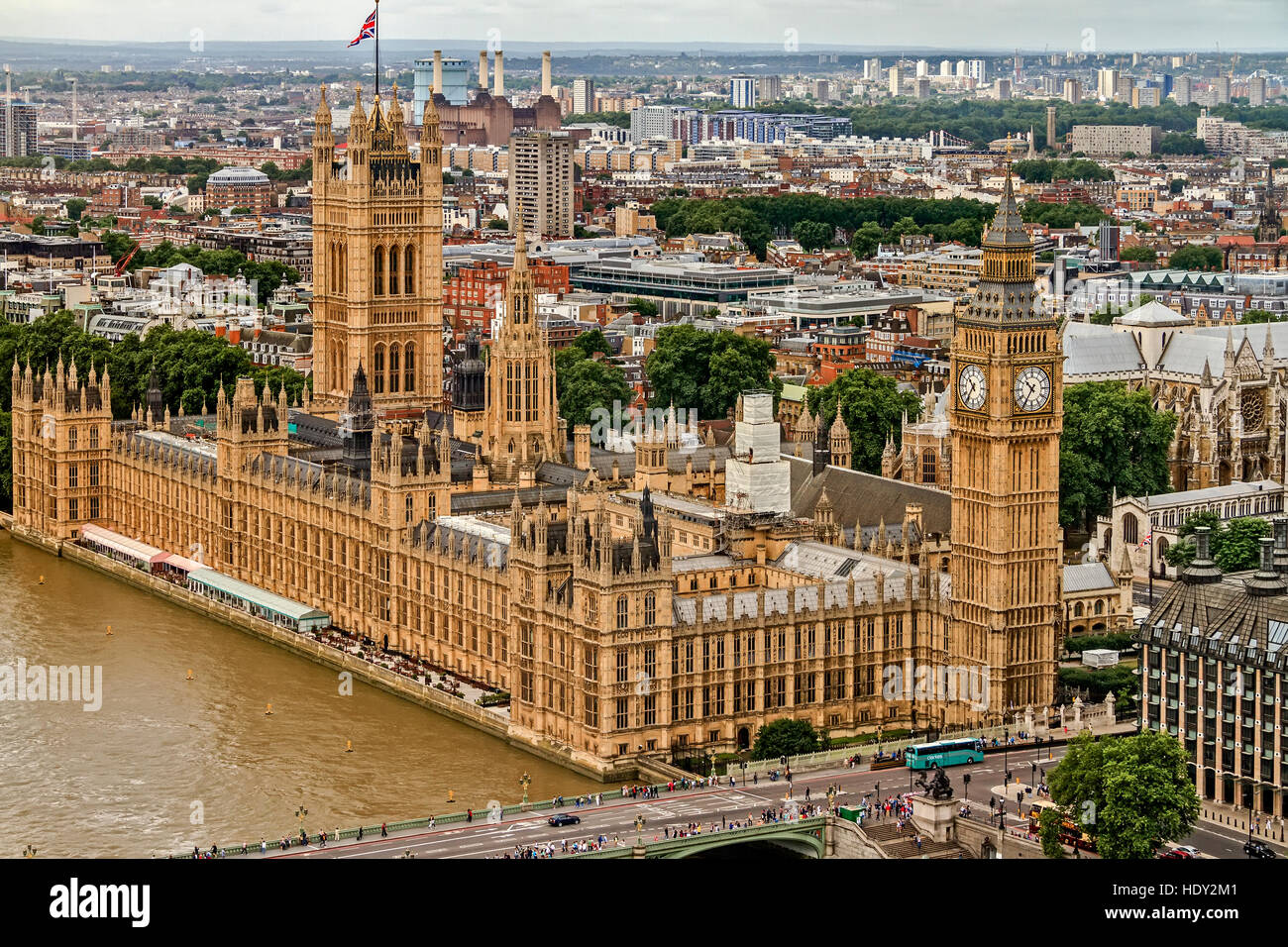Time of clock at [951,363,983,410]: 10:36
